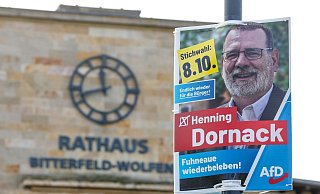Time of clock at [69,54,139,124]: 11:42
